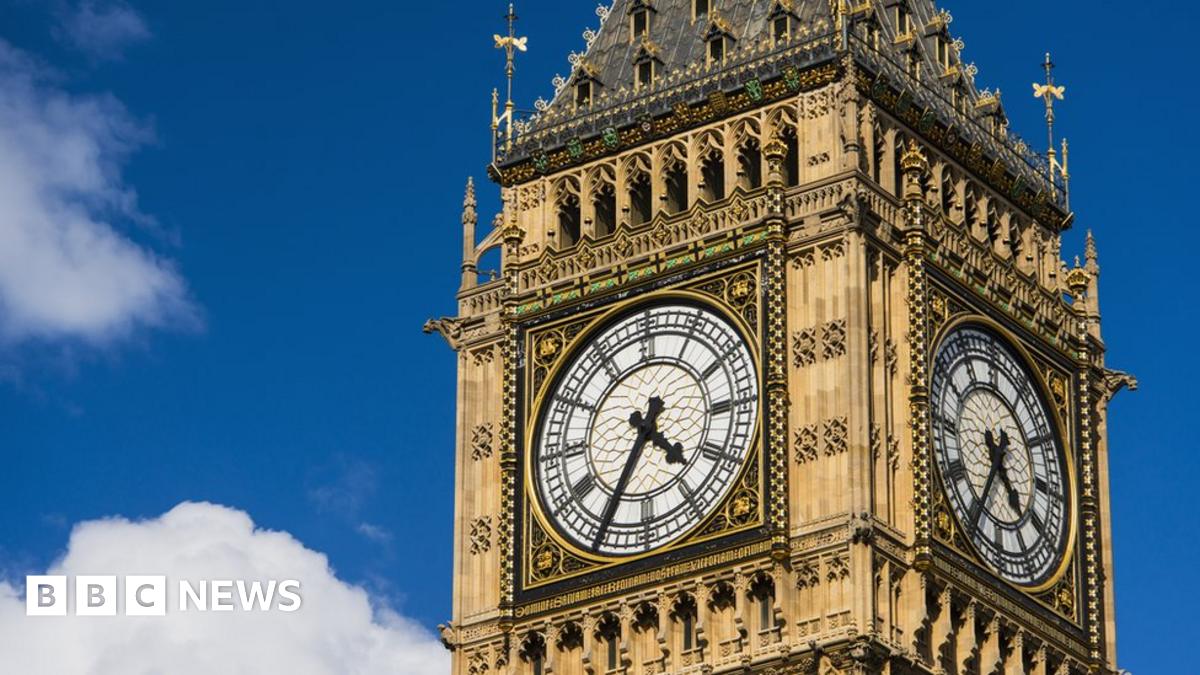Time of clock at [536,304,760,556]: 4:34
